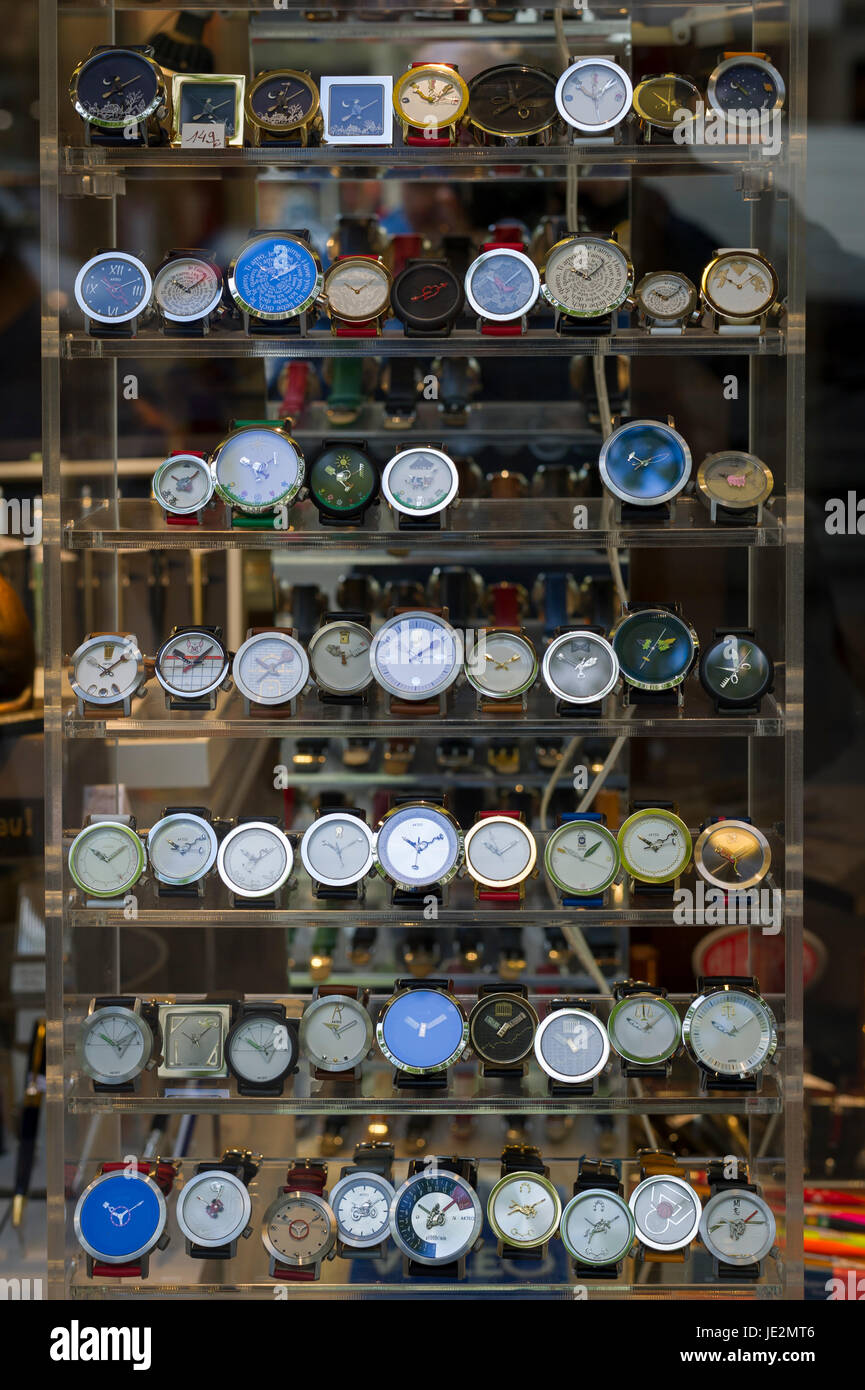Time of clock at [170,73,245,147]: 8:09
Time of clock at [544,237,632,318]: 10:07
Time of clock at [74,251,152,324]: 10:23
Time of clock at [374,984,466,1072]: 10:10
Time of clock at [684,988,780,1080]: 10:09
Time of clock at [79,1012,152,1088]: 10:10
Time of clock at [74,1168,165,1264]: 10:09
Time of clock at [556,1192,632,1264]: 10:10
